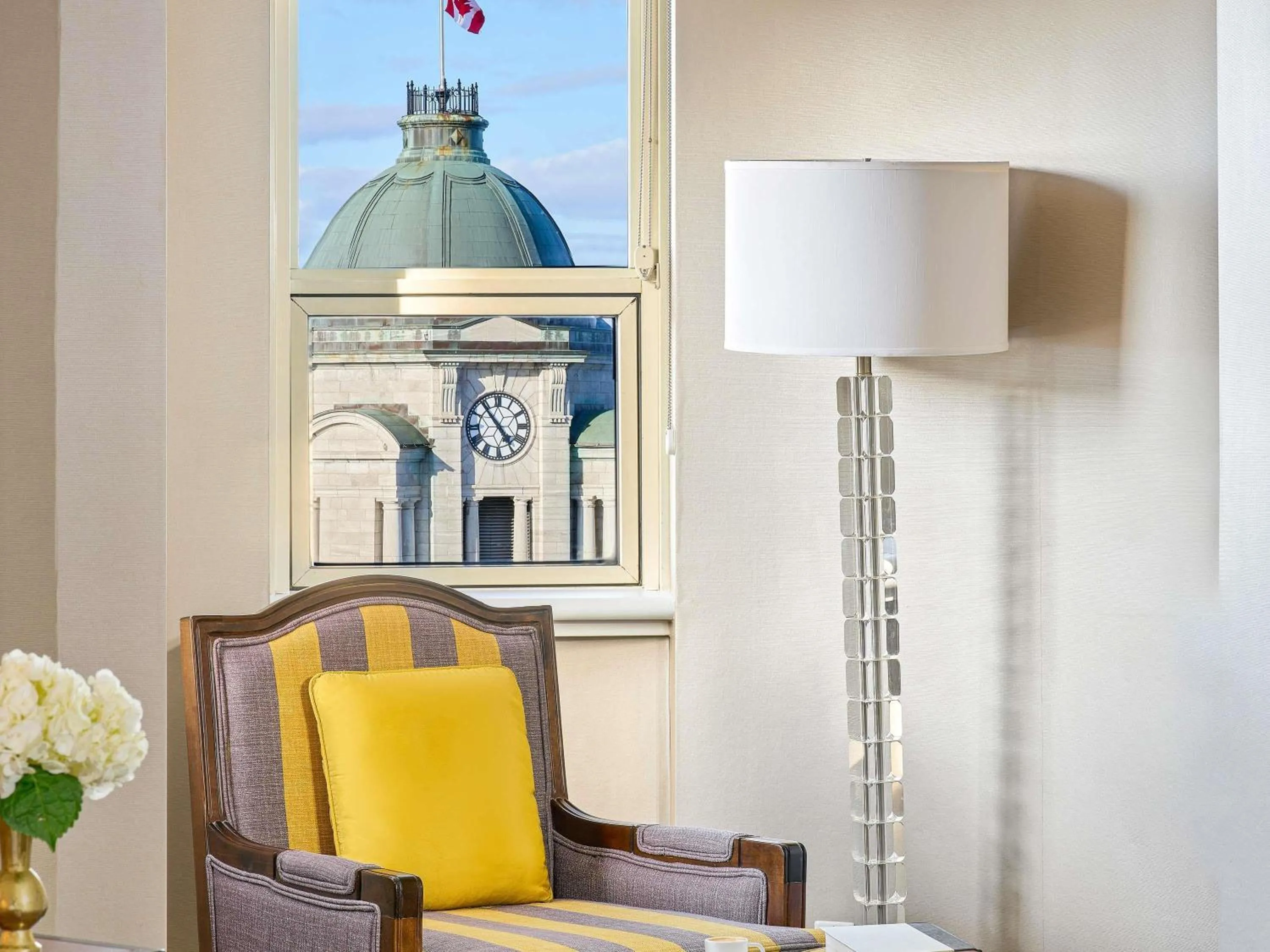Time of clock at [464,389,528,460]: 4:53
